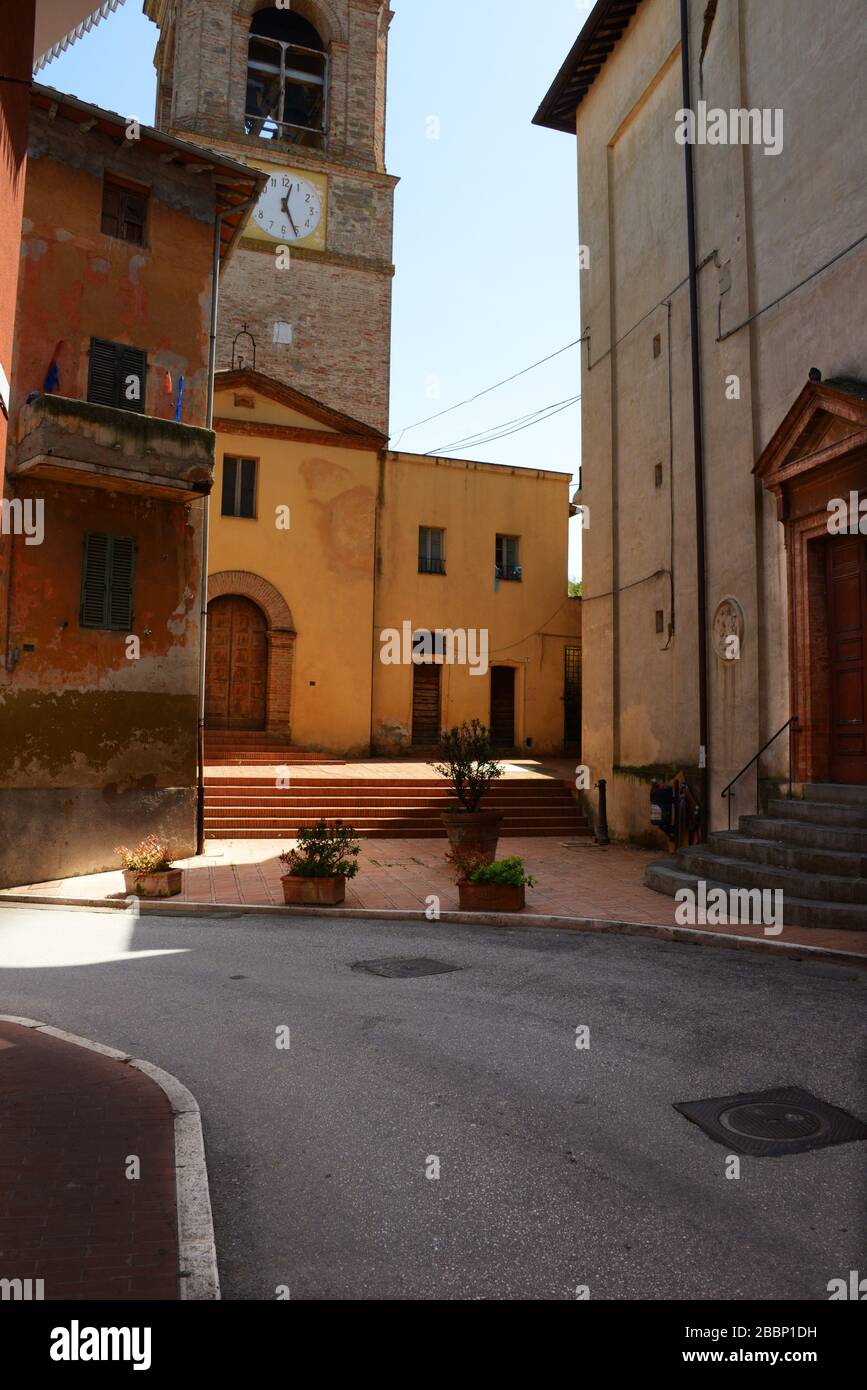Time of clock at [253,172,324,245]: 12:26
